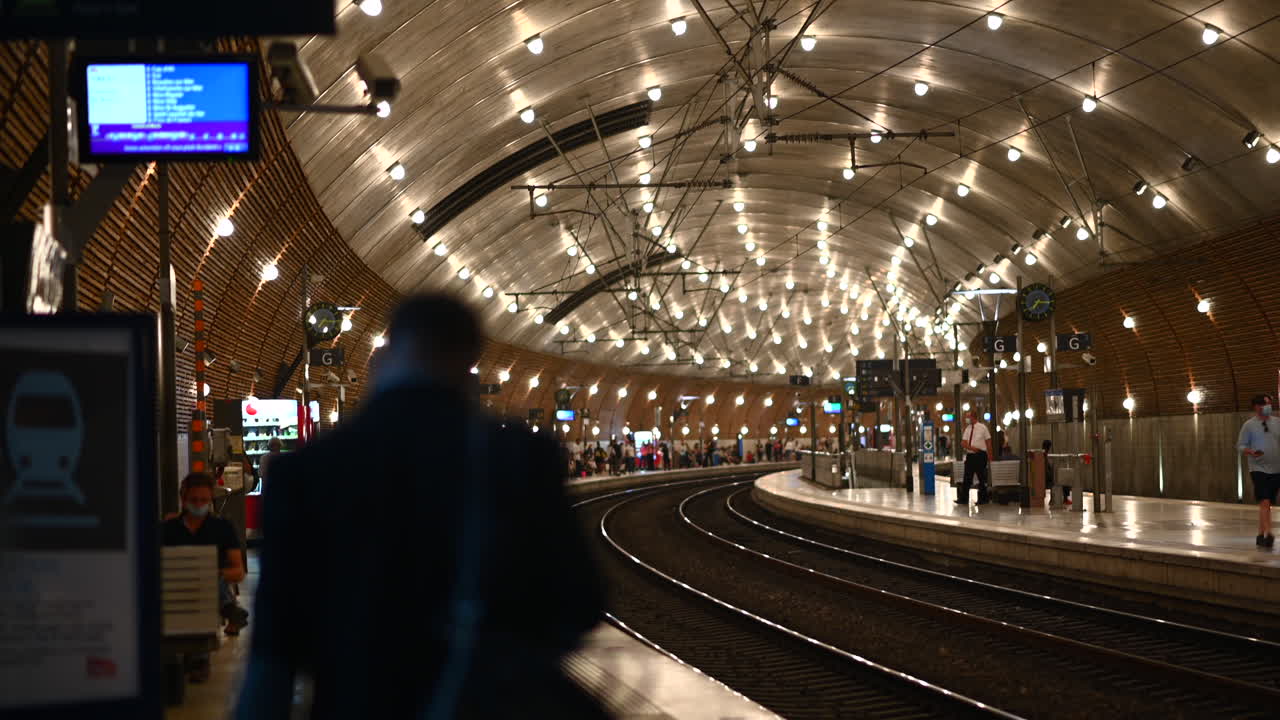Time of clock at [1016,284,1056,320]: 7:15
